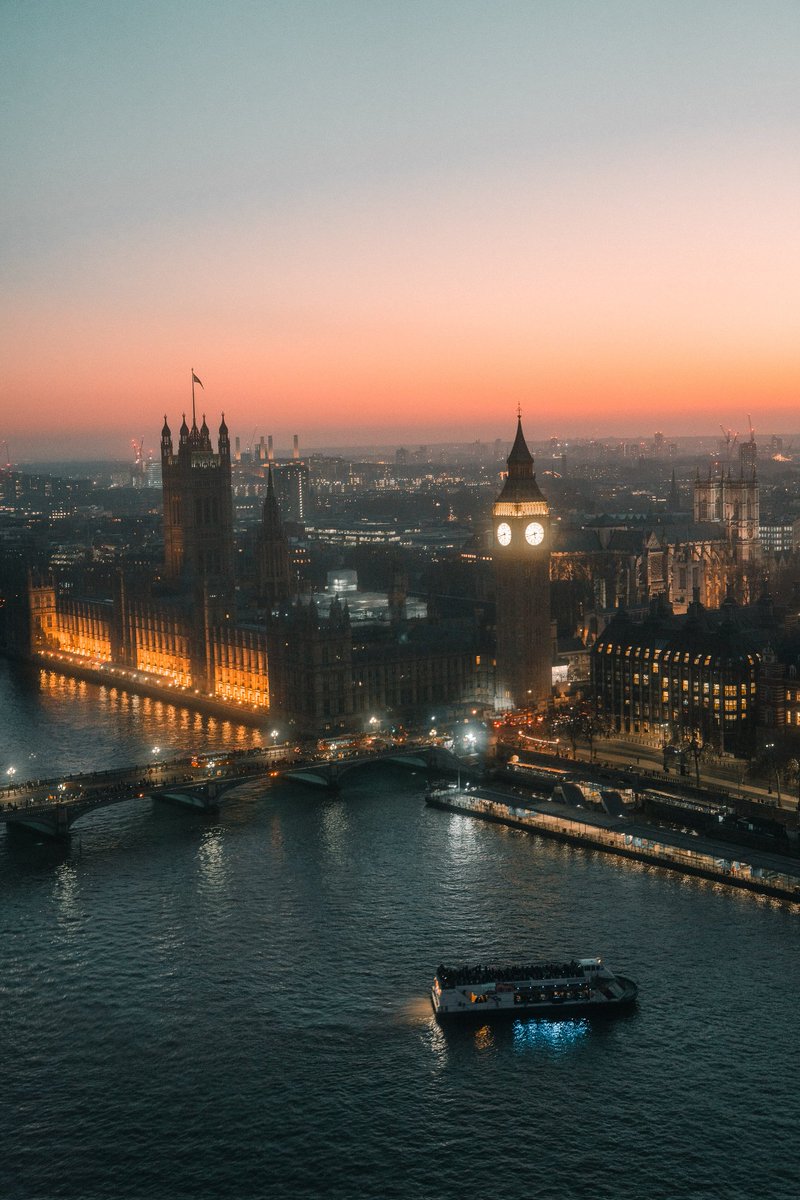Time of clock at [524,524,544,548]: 5:42
